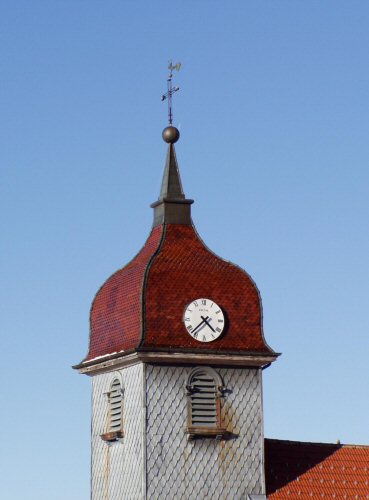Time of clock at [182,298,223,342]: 4:37
